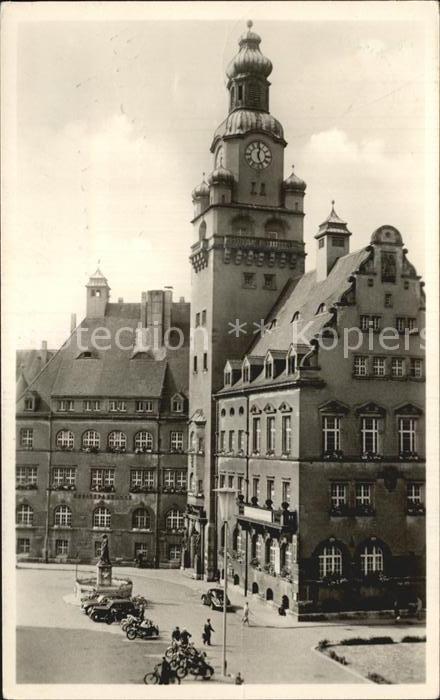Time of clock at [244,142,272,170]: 12:26
